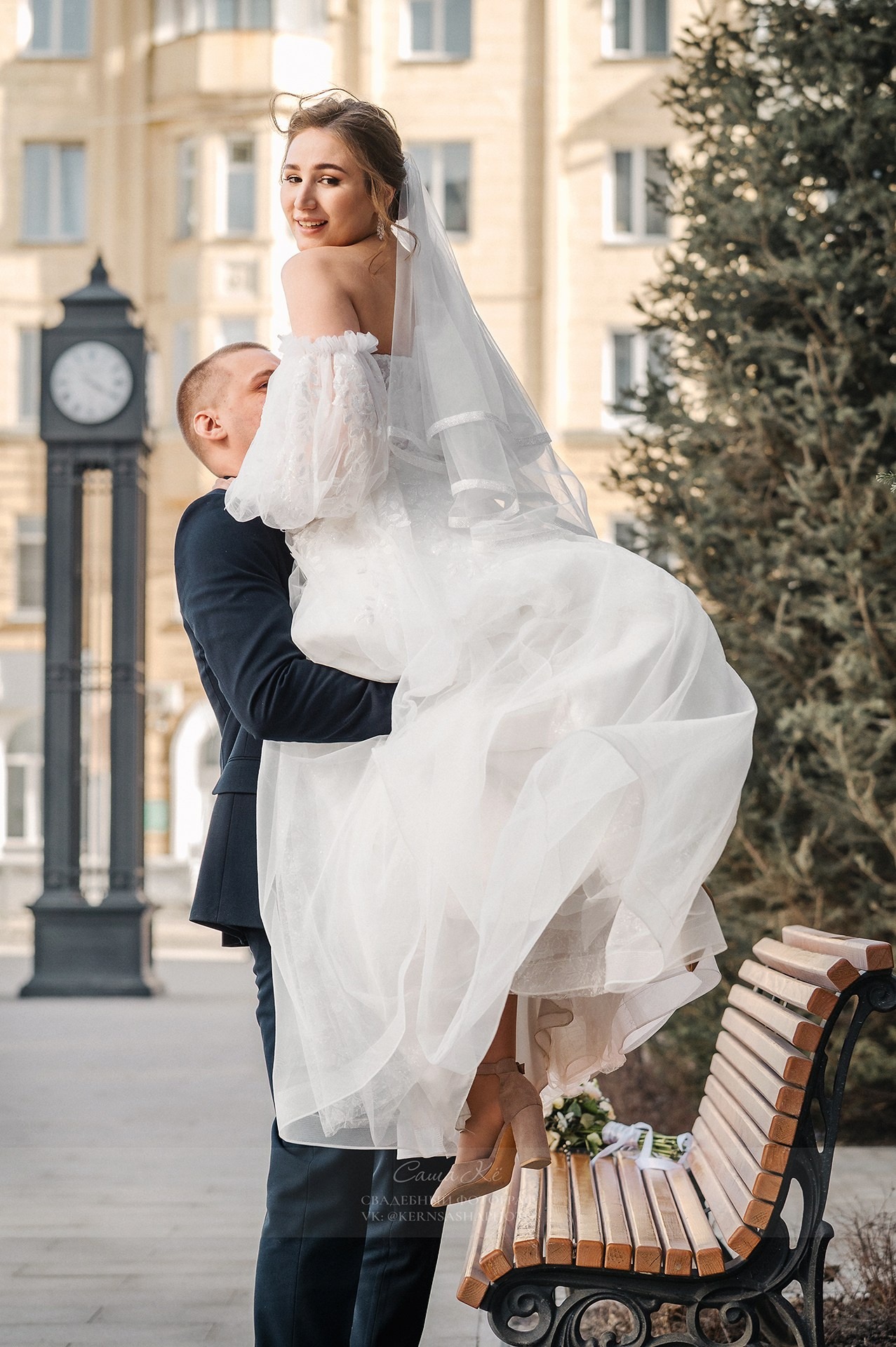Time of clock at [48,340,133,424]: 4:19
